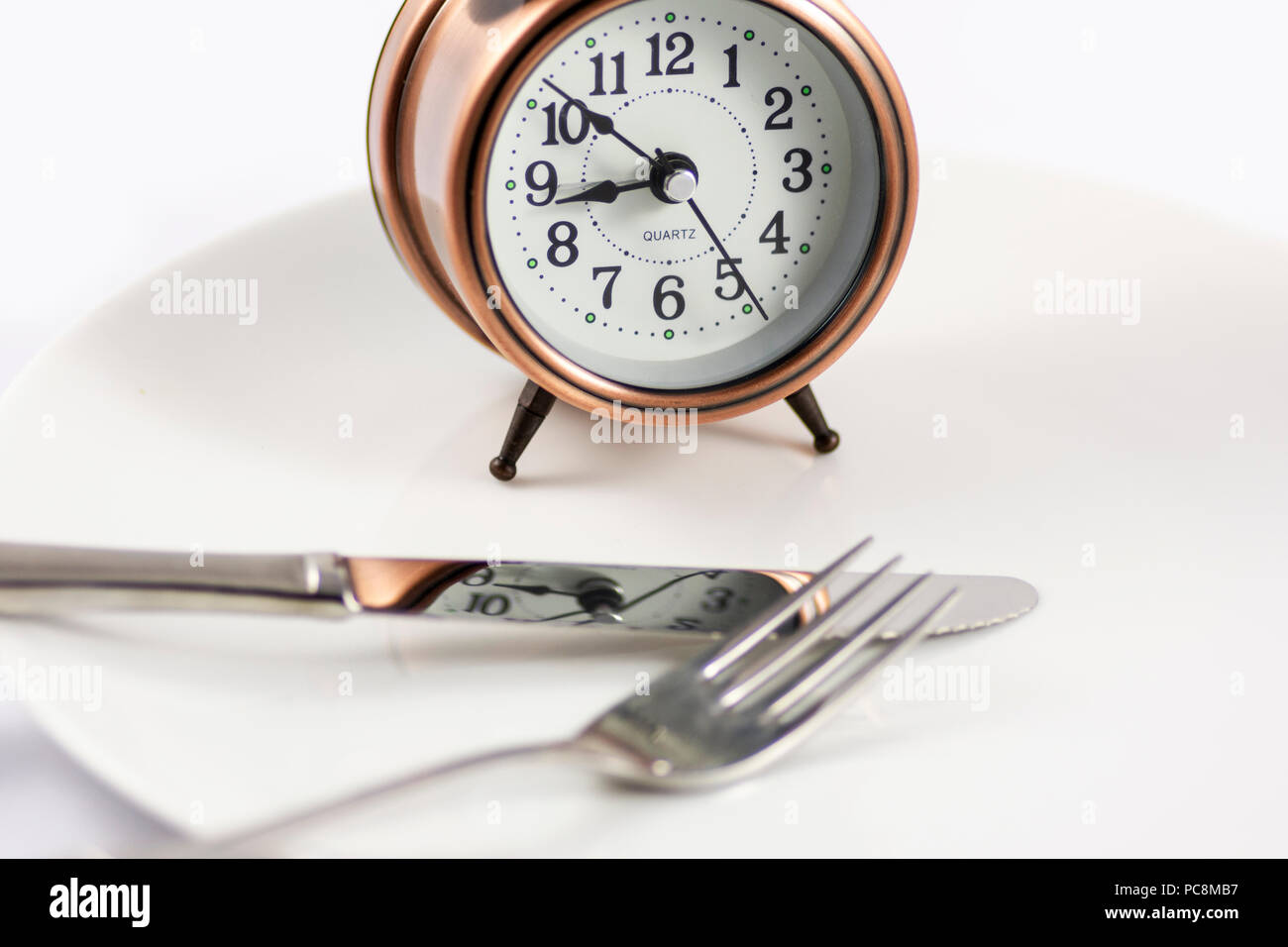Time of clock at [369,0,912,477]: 8:51
